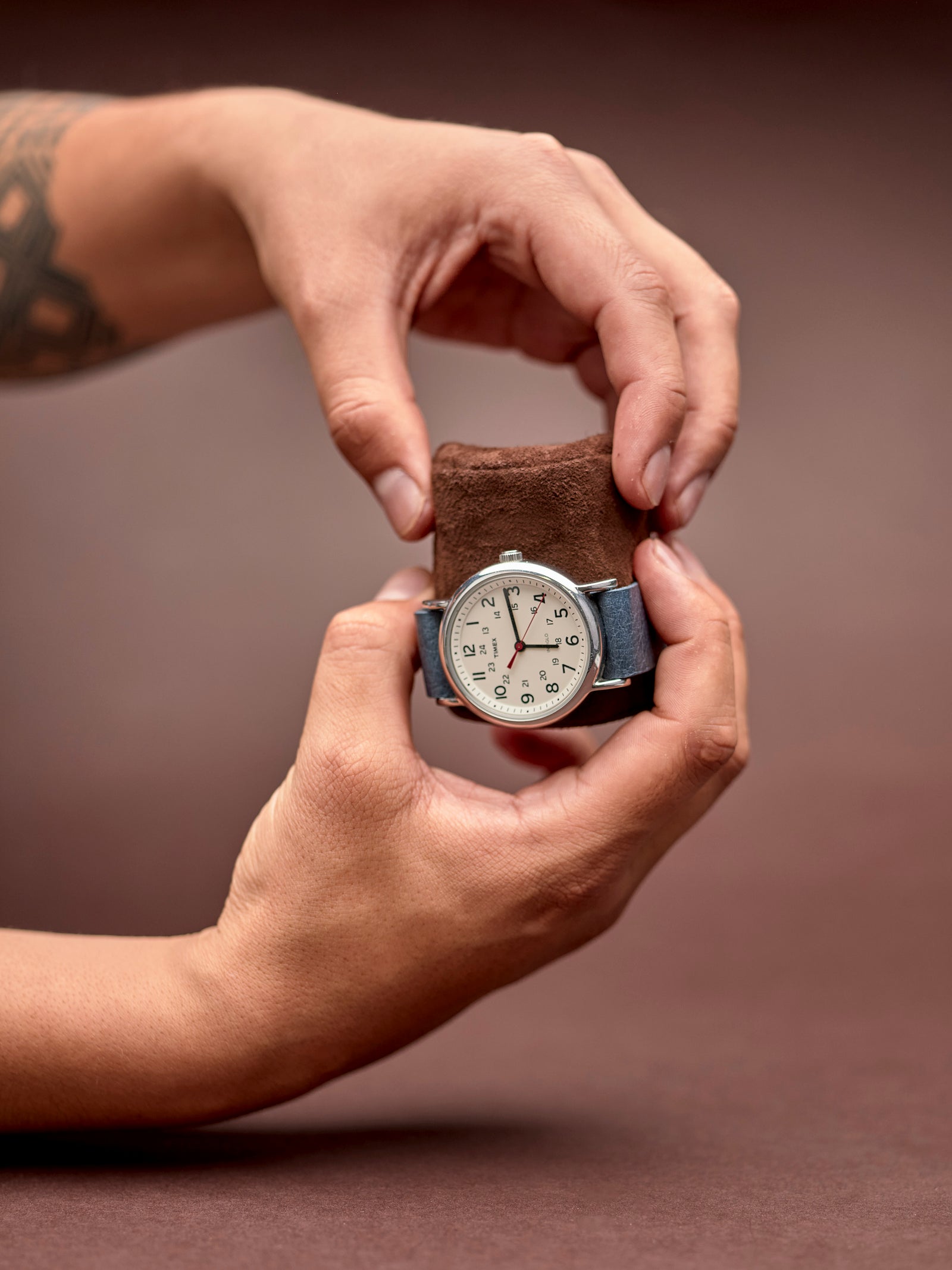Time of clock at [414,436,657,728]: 2:58
